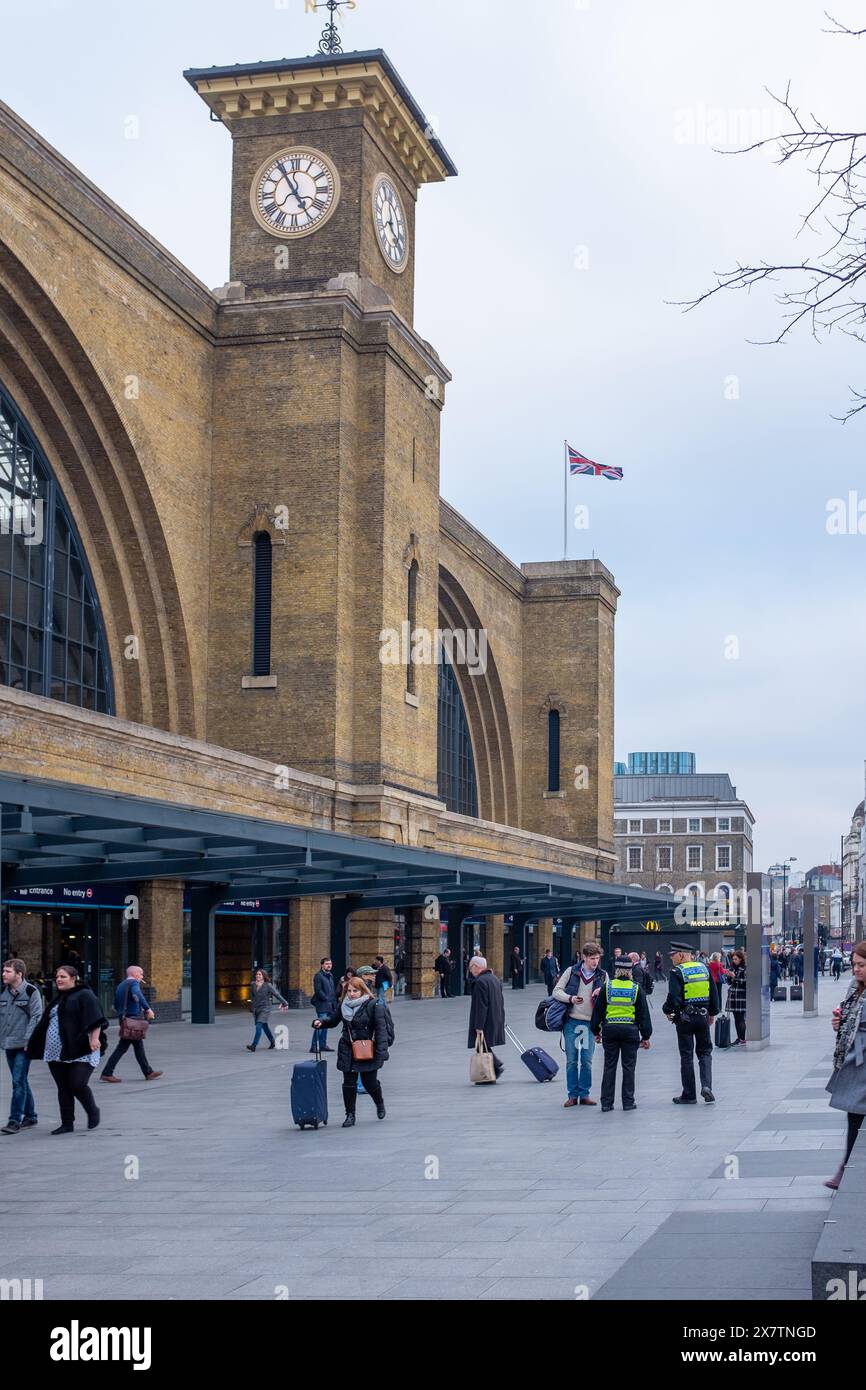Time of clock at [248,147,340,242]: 4:54
